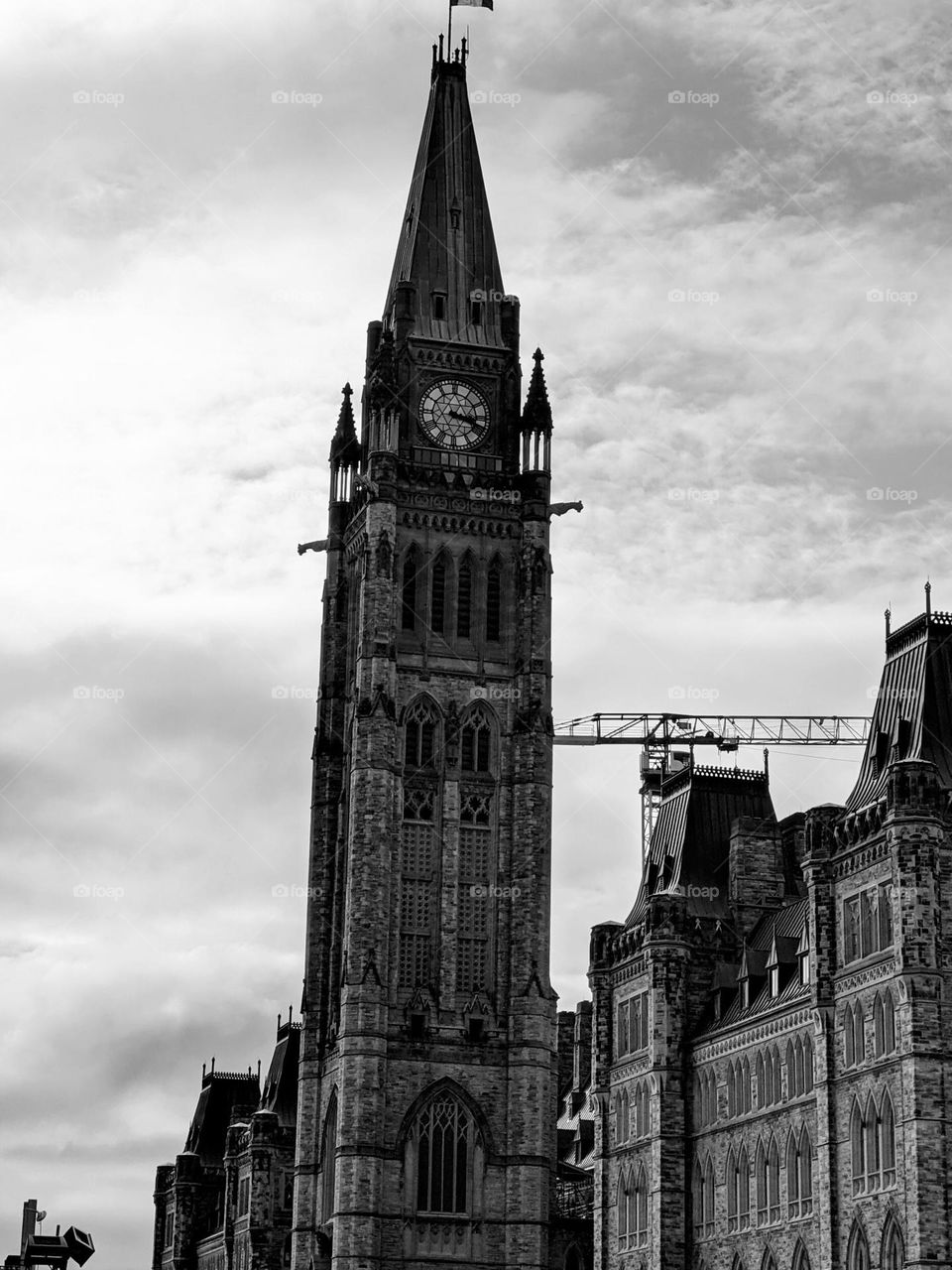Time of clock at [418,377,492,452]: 3:17
